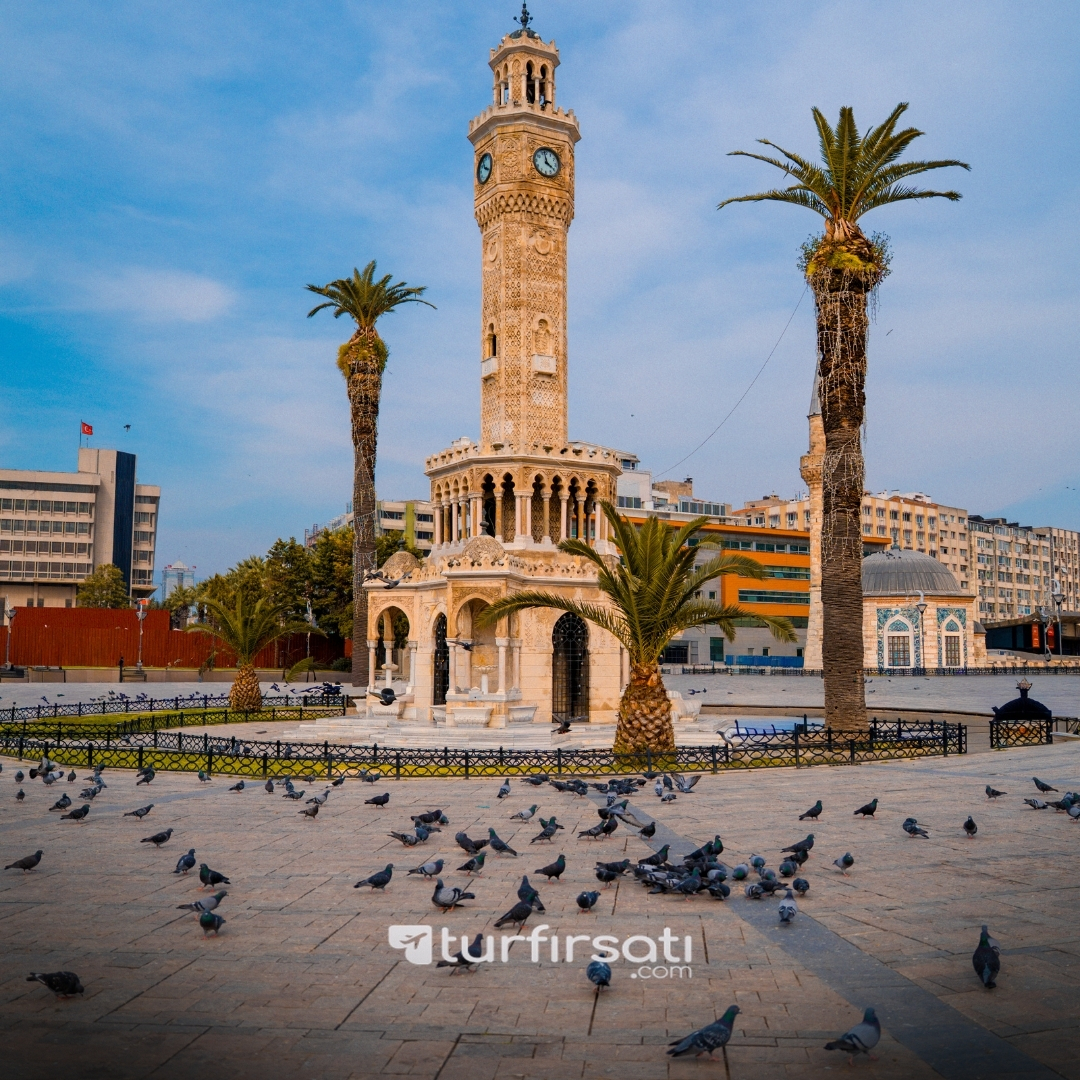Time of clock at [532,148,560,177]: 3:58
